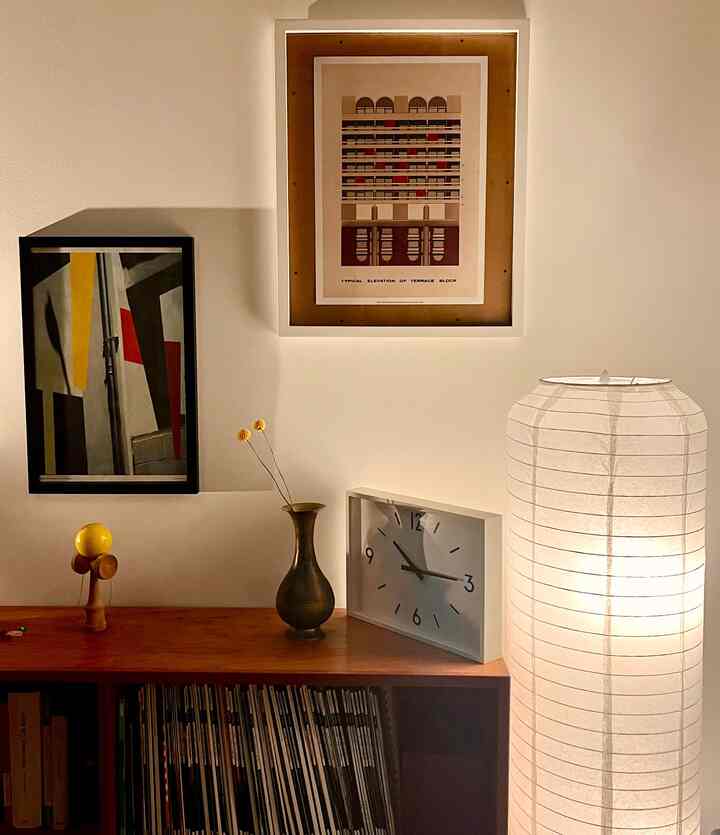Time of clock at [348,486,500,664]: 10:14
